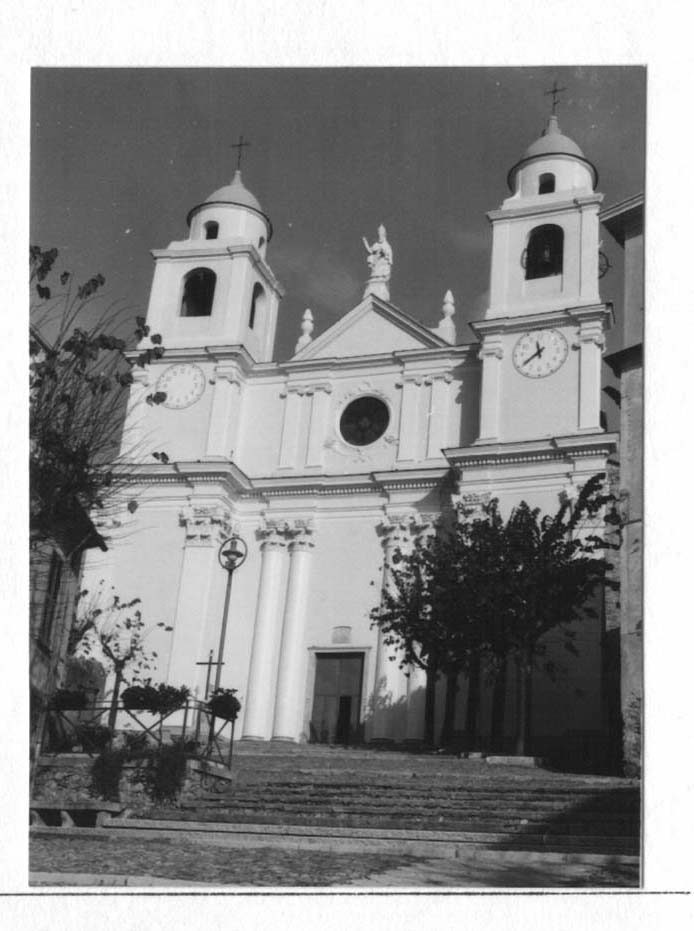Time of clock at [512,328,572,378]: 11:39
